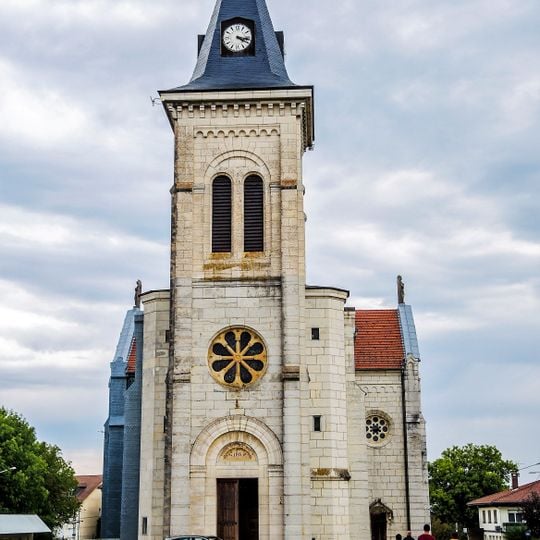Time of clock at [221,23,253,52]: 4:17
